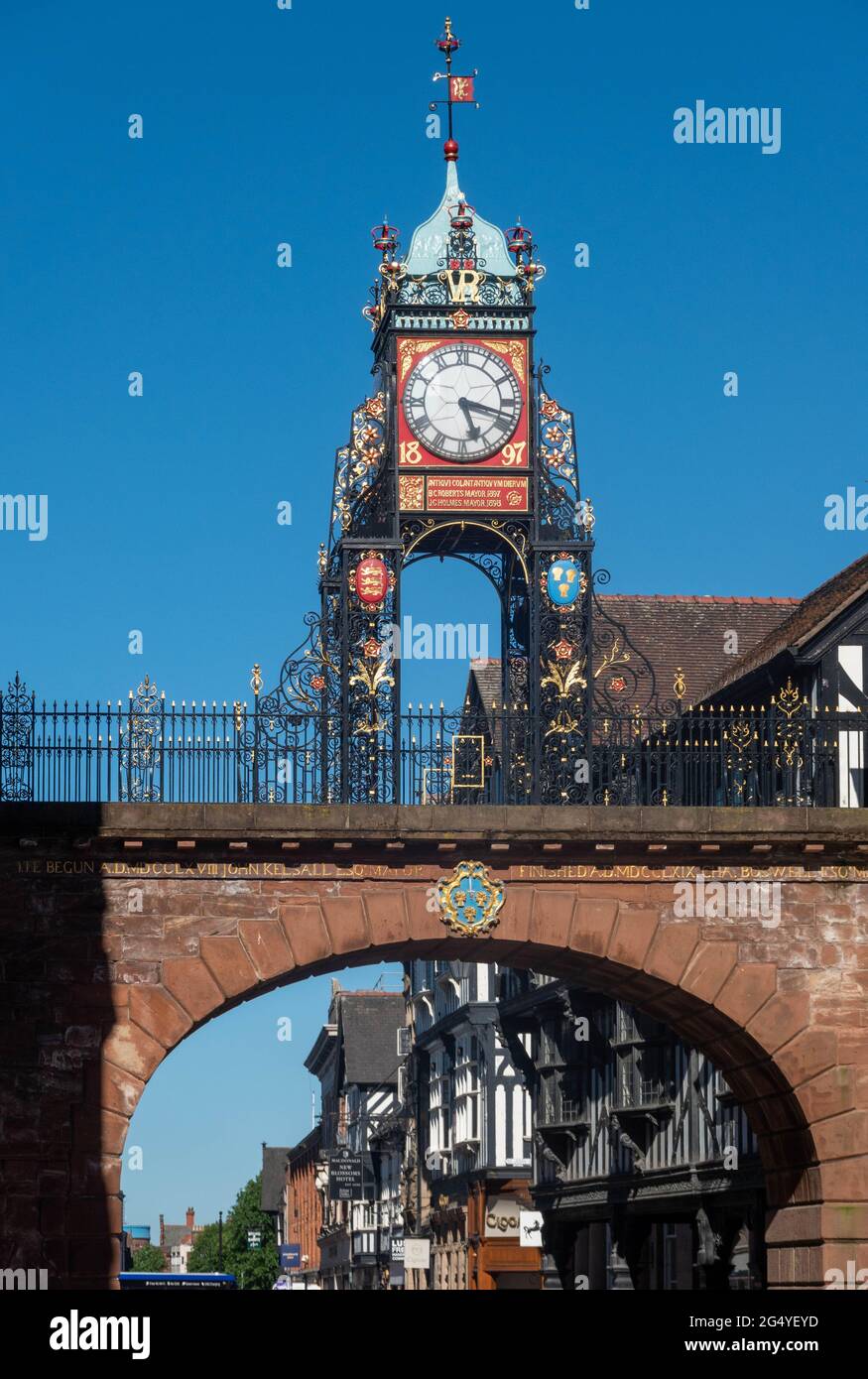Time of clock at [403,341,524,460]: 5:17
